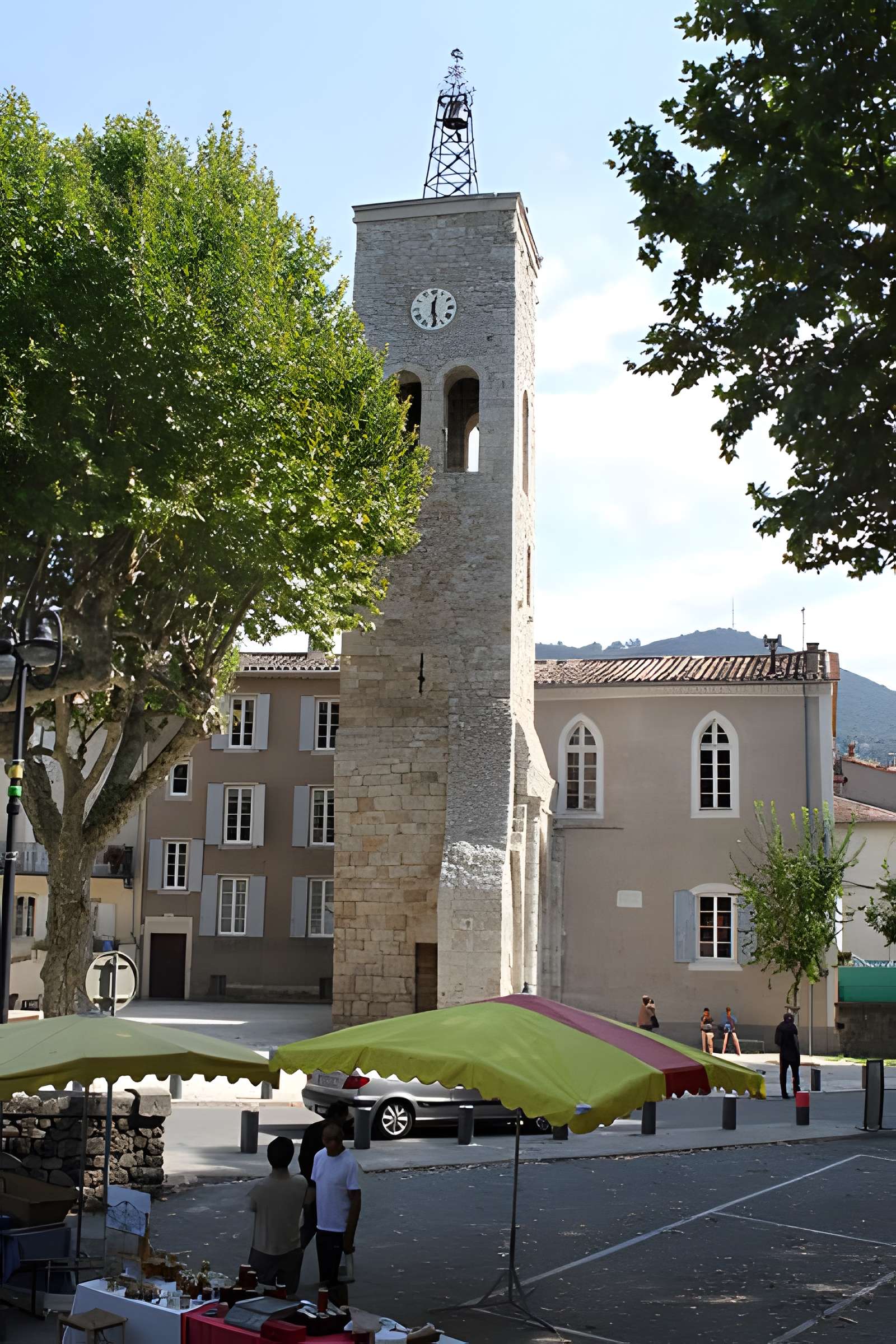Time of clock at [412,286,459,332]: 12:28
